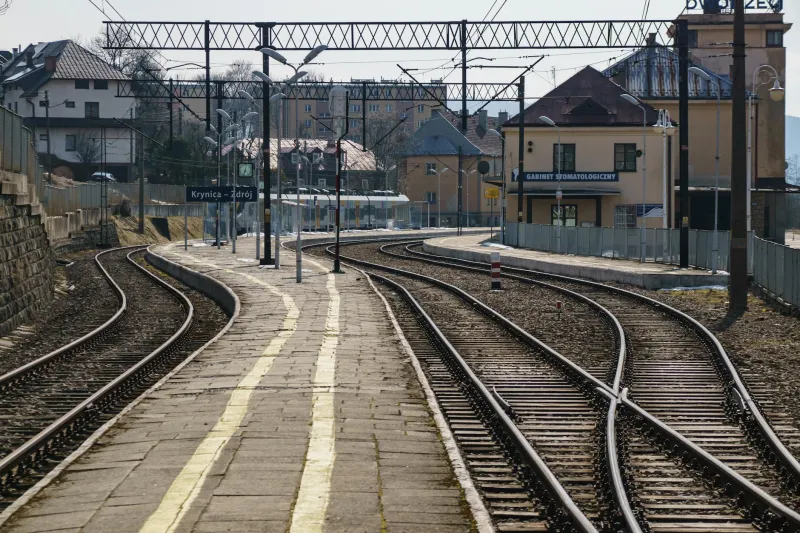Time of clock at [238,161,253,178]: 6:32
